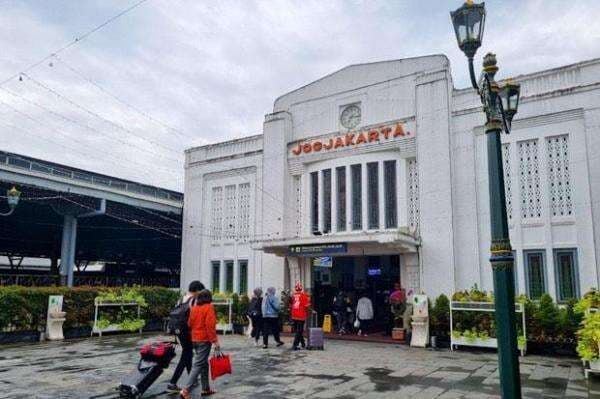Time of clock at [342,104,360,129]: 7:15
